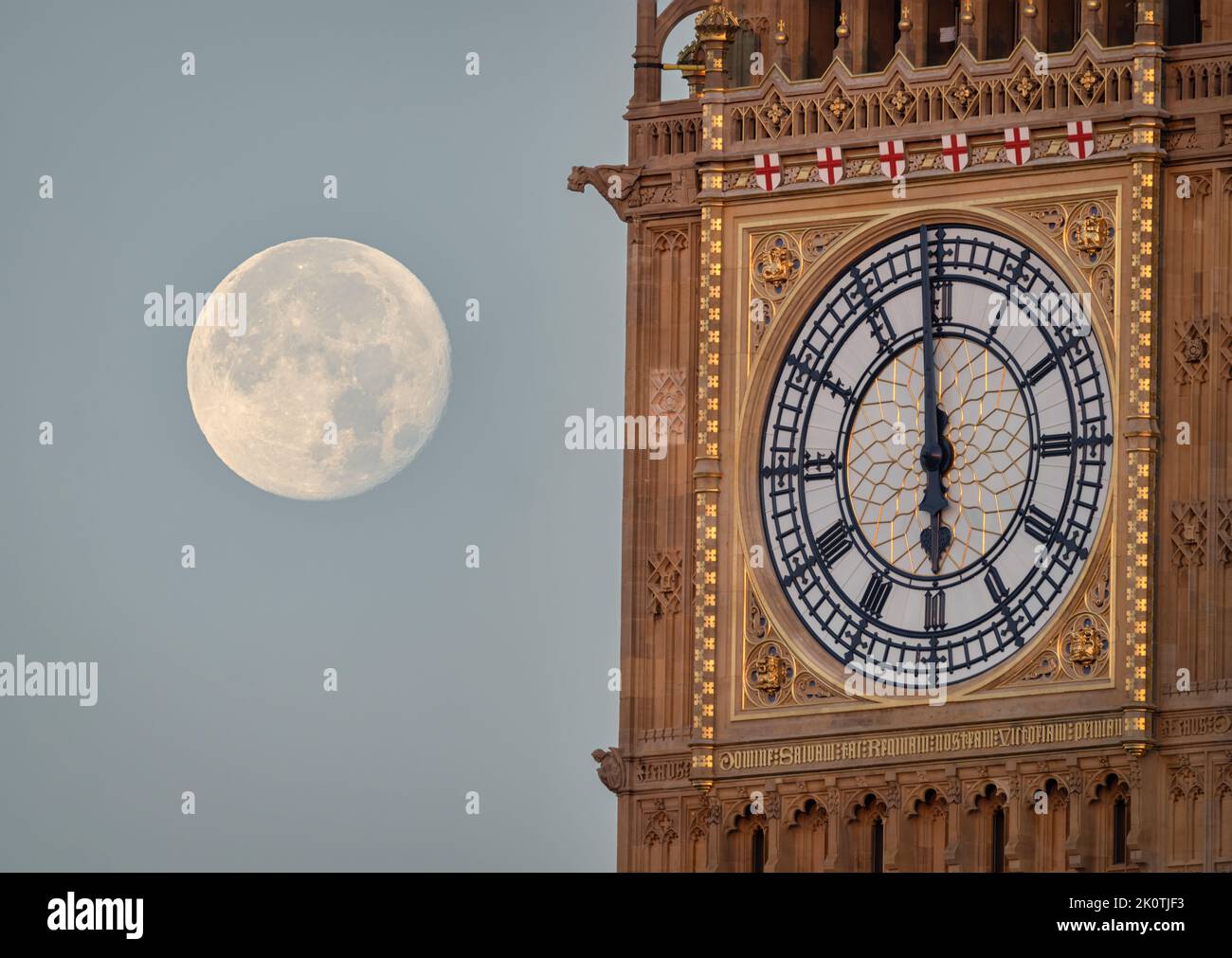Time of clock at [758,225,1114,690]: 5:58
